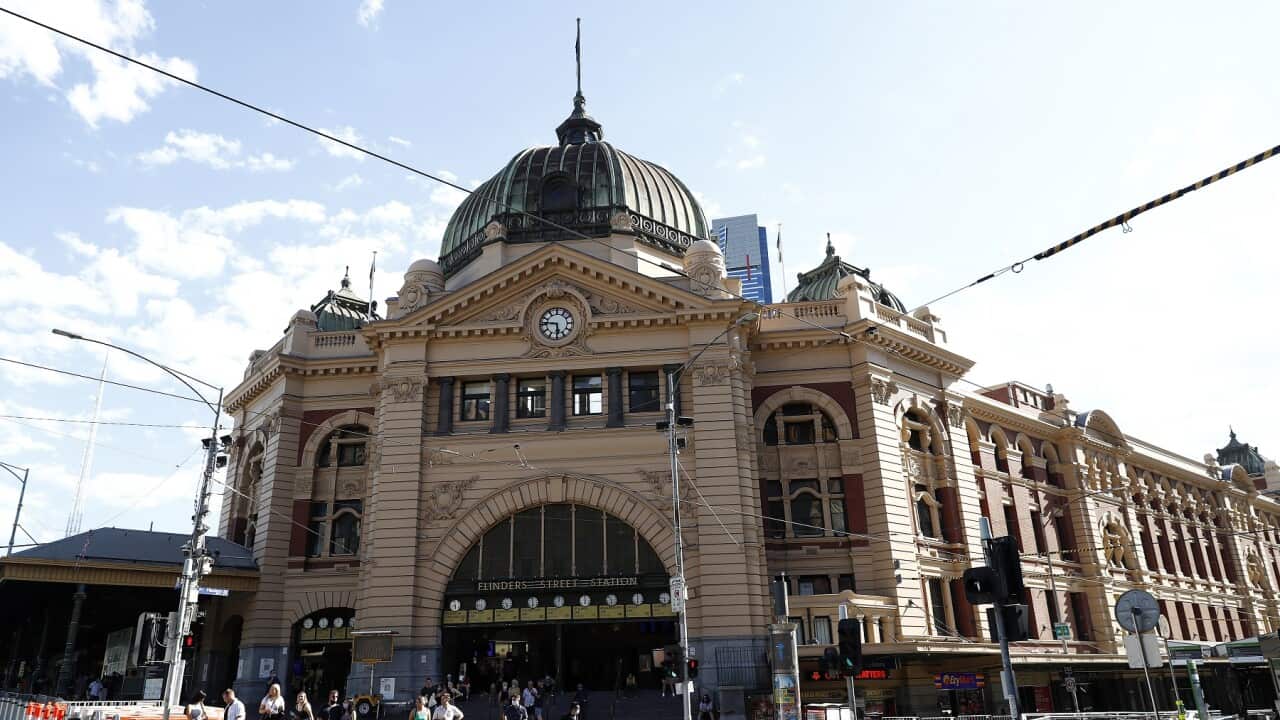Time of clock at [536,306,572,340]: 5:46
